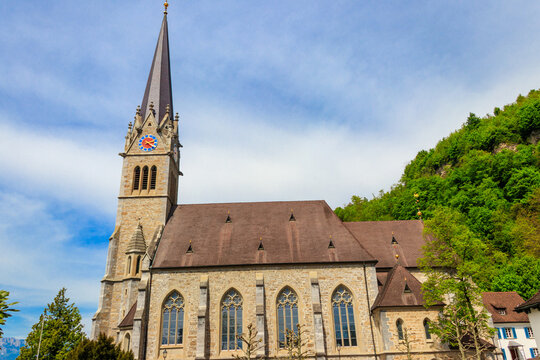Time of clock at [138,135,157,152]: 2:21
